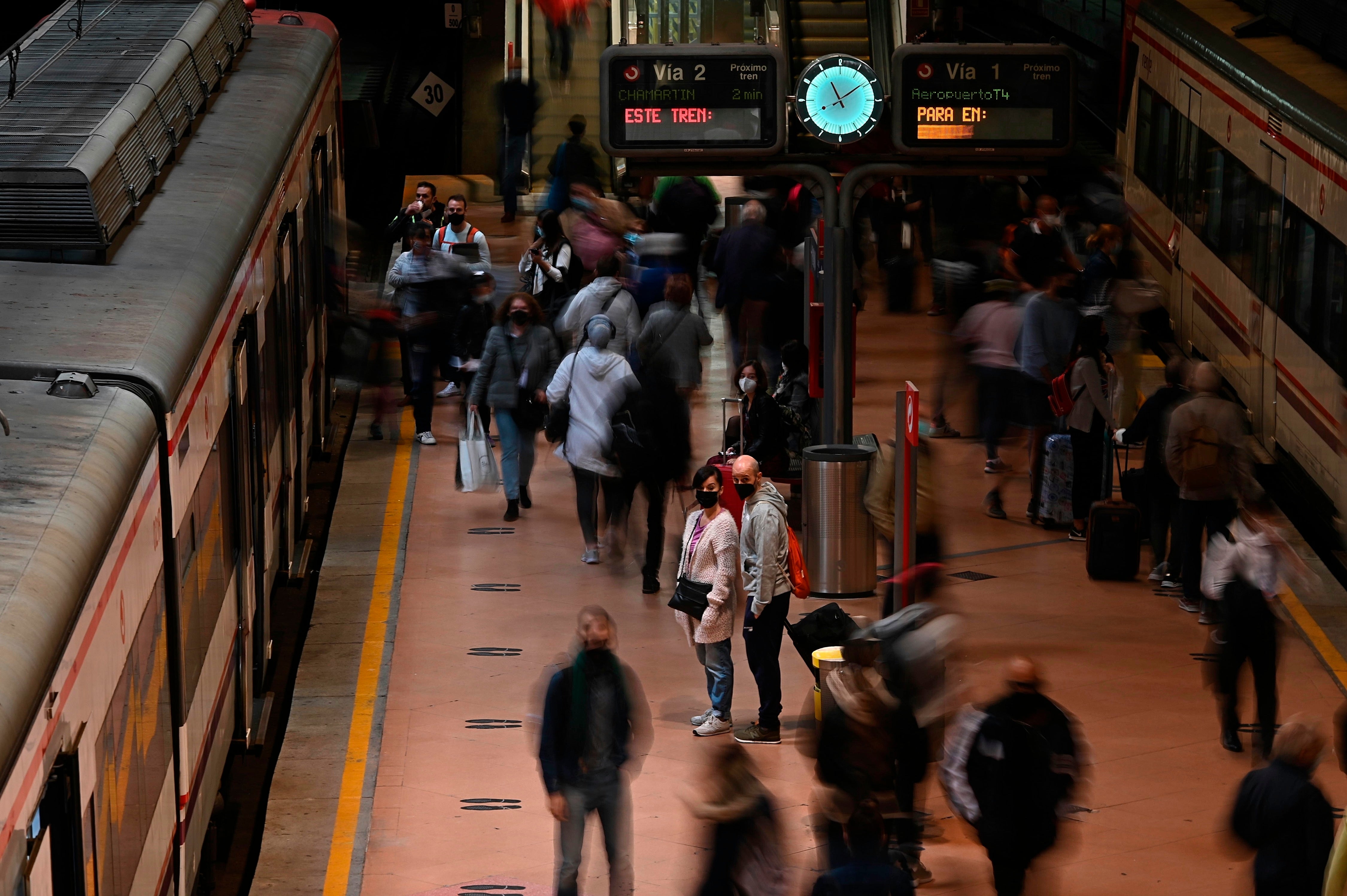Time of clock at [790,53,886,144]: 11:09
